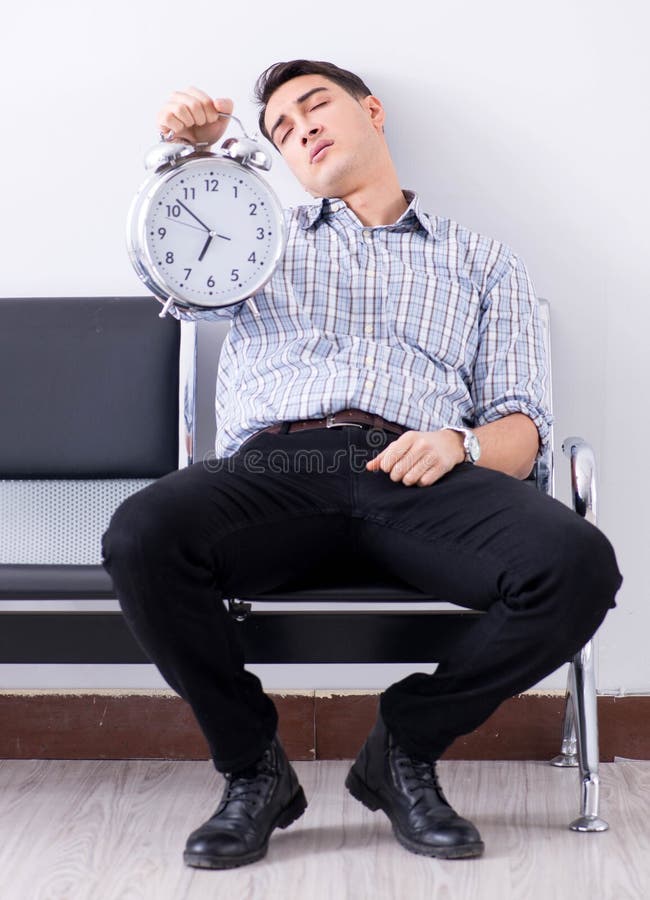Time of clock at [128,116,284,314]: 6:52
